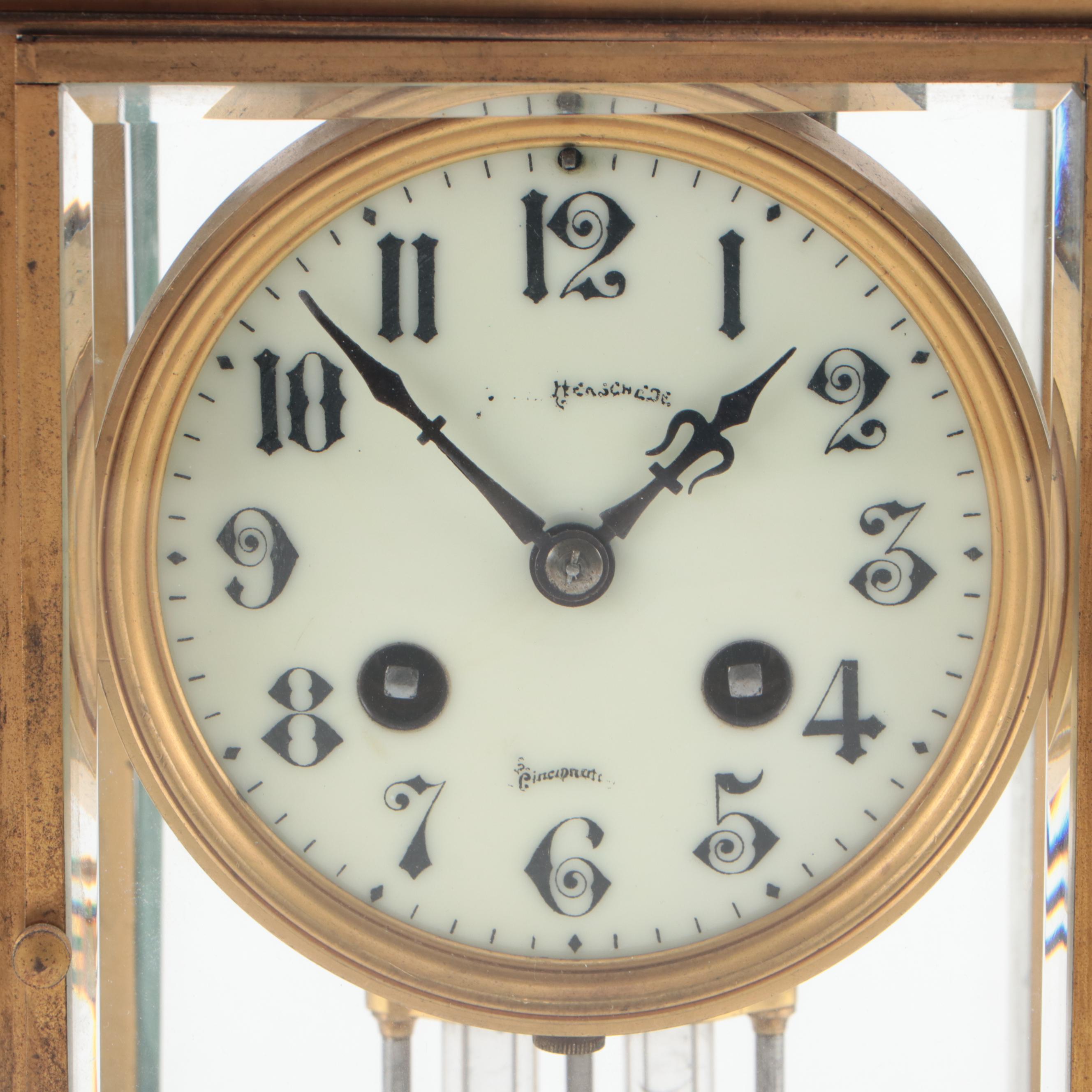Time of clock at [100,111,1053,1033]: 1:52
